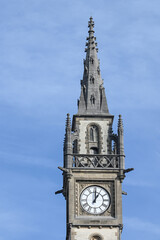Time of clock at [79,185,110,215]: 1:00
